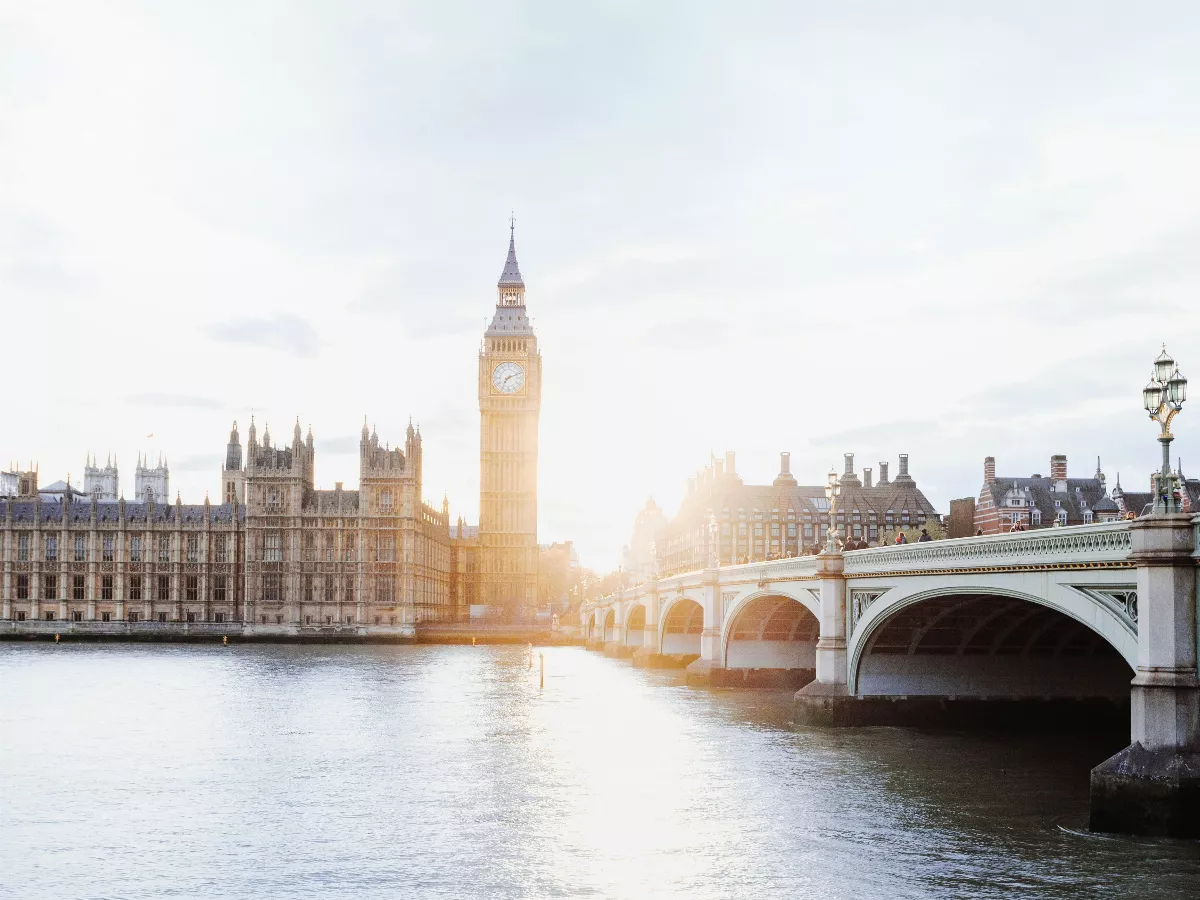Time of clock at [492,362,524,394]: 7:11
